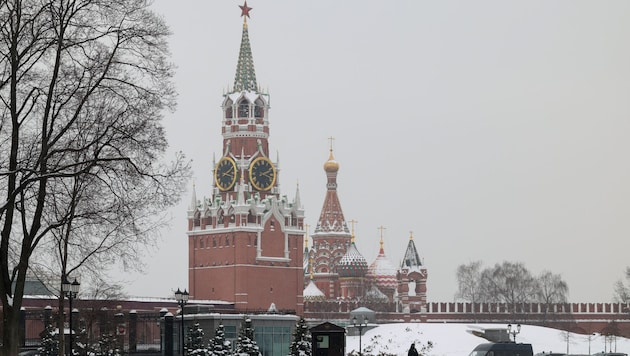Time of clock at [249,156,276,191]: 2:18
